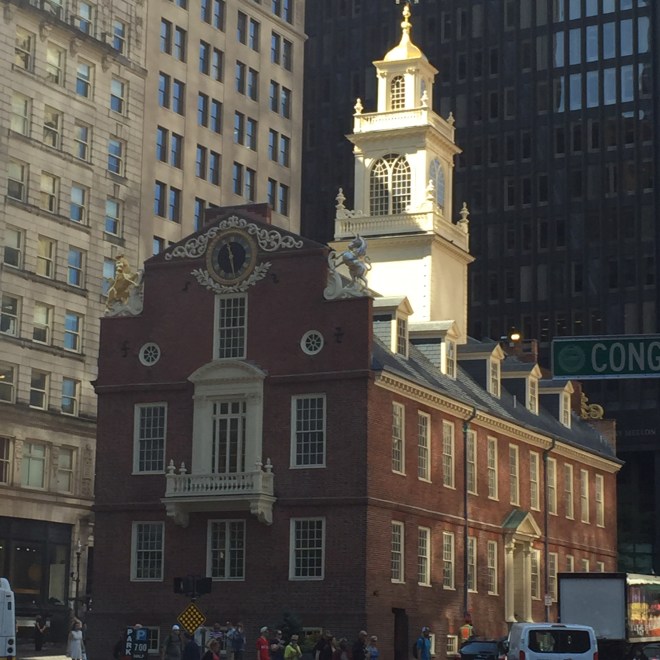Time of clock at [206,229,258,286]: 11:28
